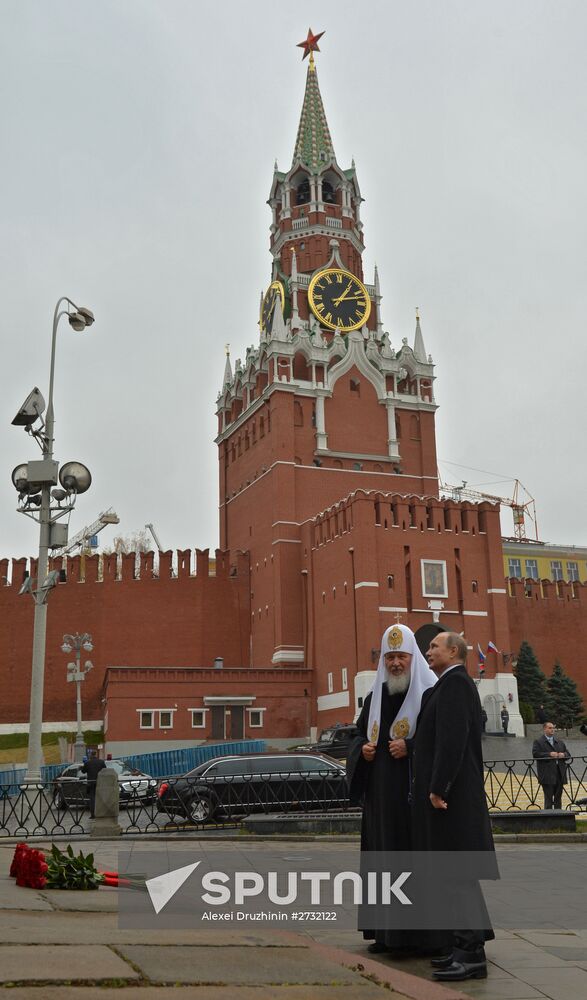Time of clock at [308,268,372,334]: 1:12
